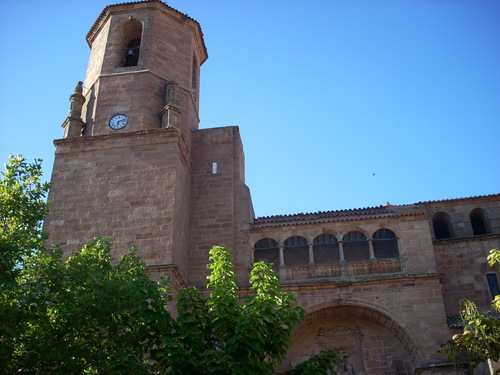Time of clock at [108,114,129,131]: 6:11
